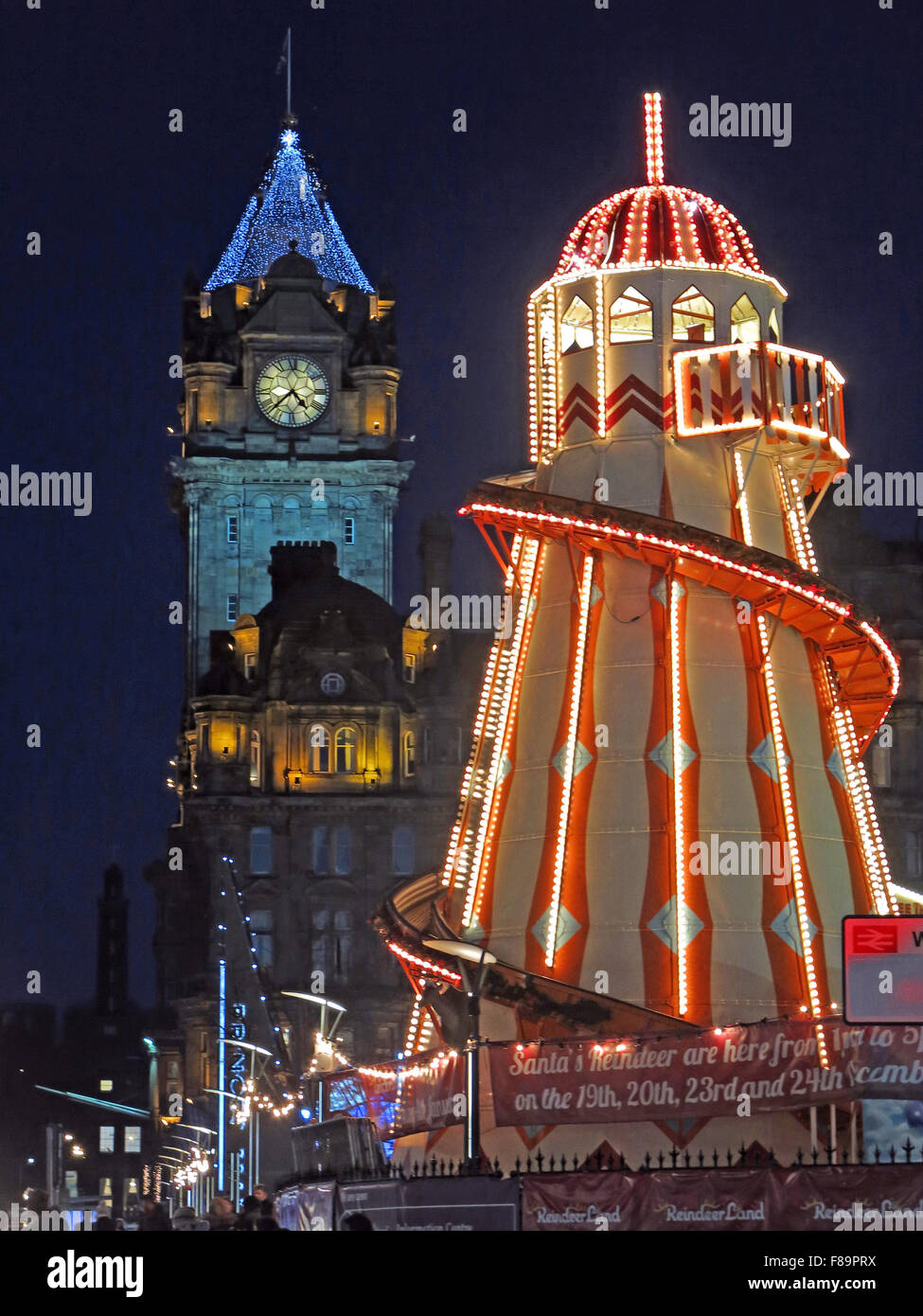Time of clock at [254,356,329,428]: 4:37
